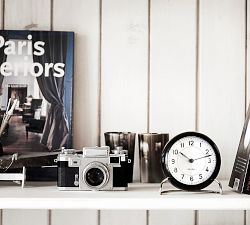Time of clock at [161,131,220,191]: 10:12
